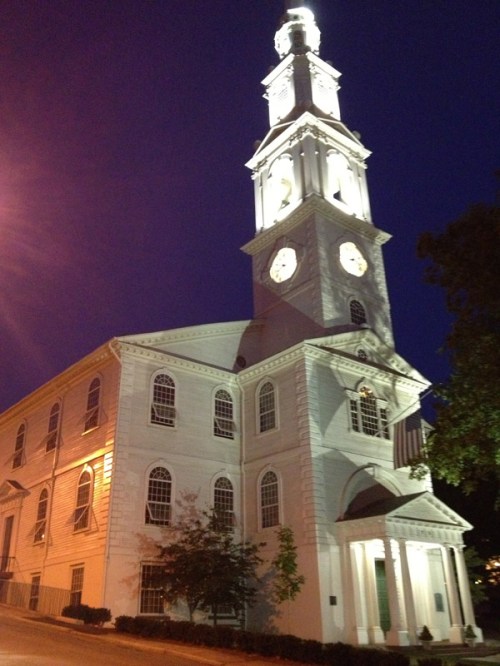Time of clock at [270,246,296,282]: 8:38
